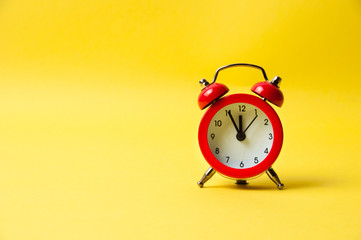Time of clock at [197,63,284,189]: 11:55
